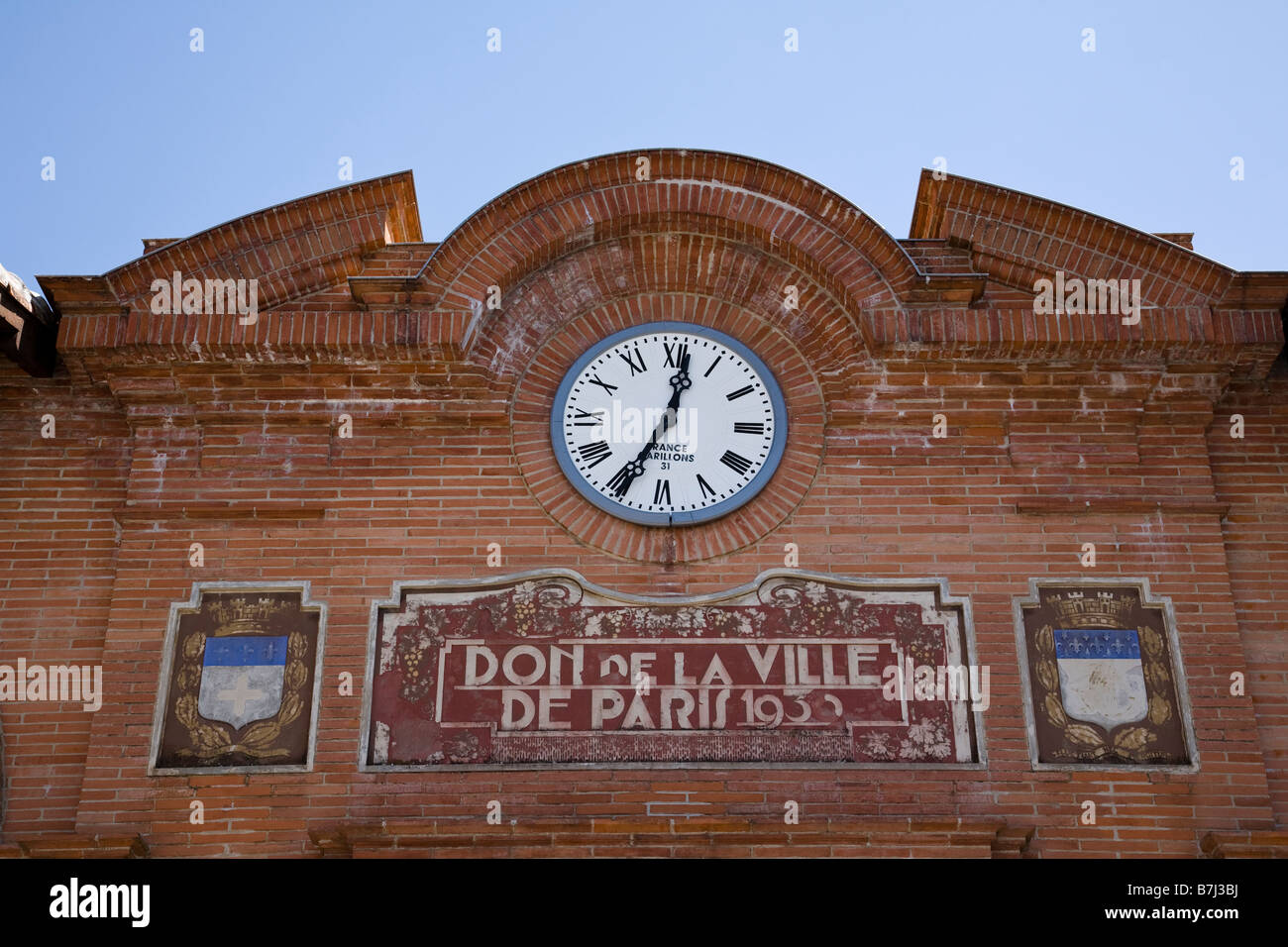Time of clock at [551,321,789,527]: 12:34
